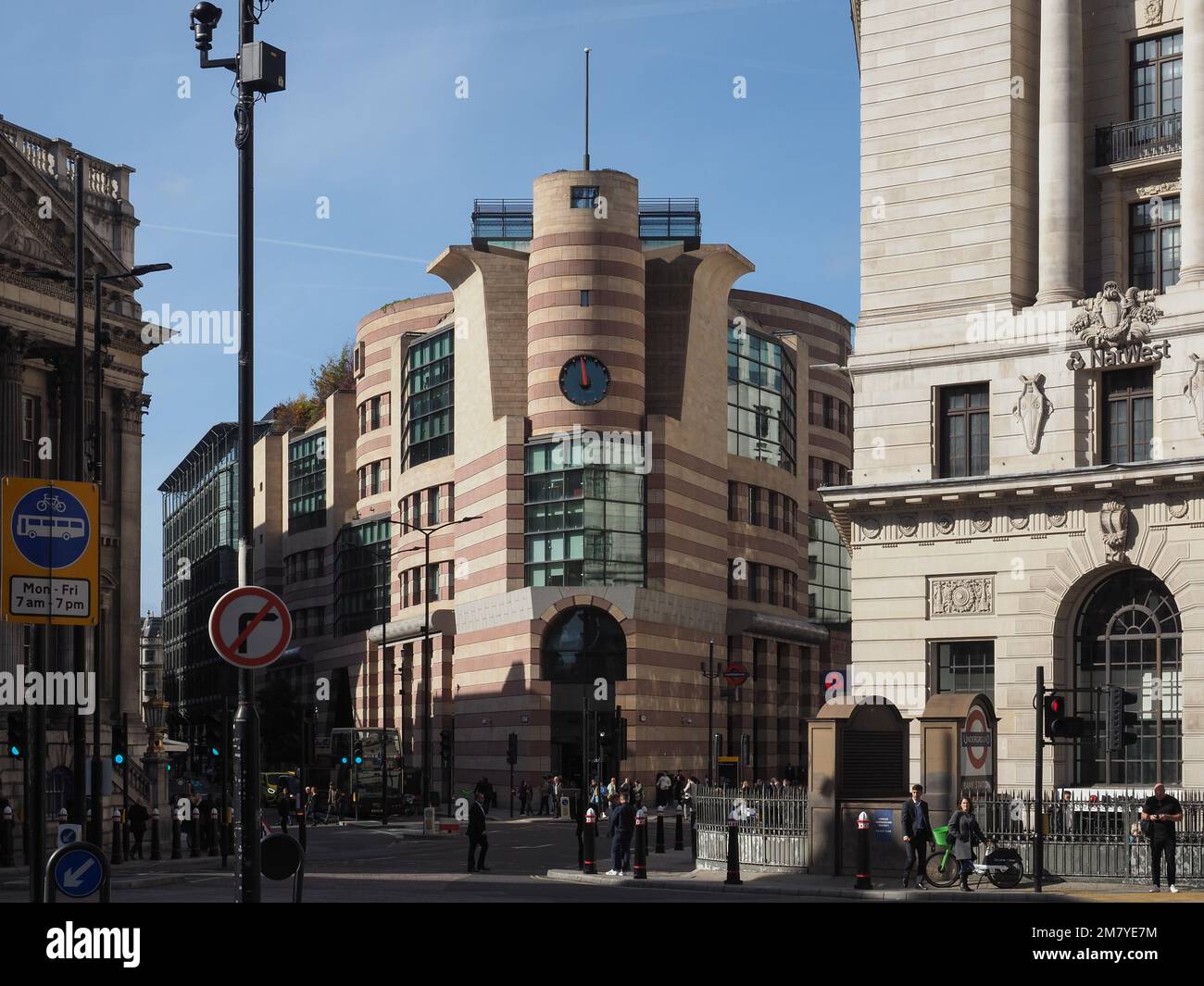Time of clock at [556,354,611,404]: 11:59
